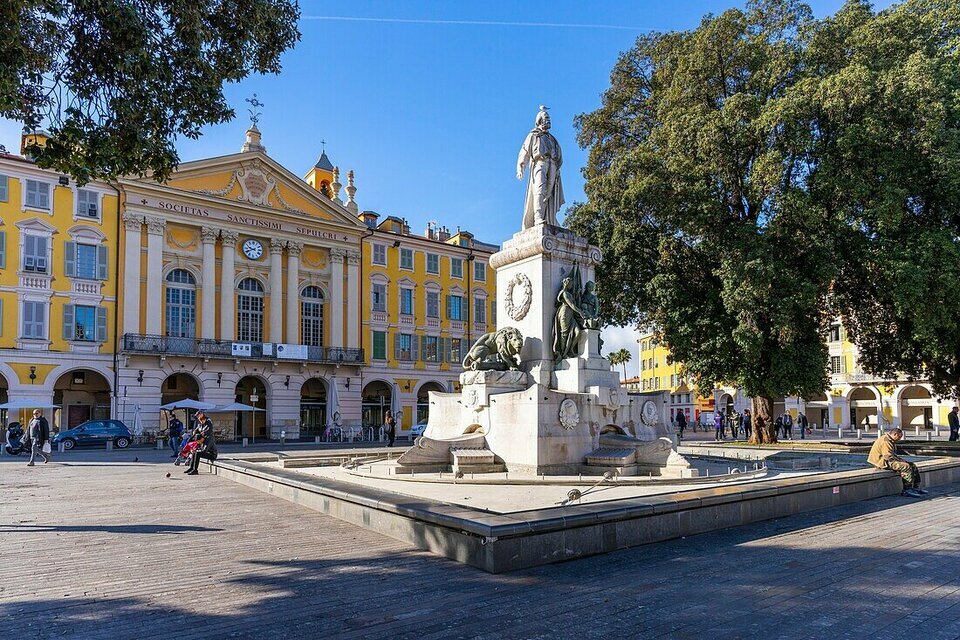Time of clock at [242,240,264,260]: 9:41
